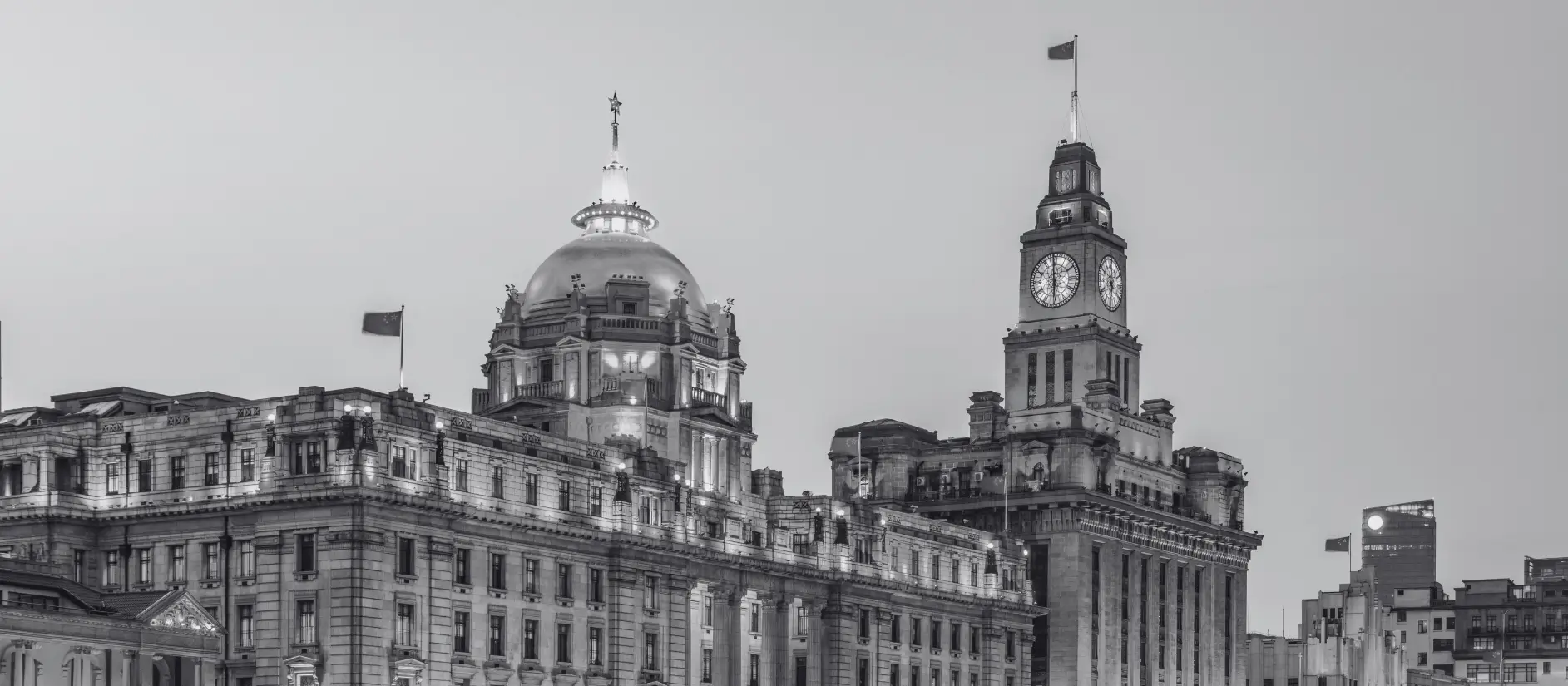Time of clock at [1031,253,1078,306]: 5:59
